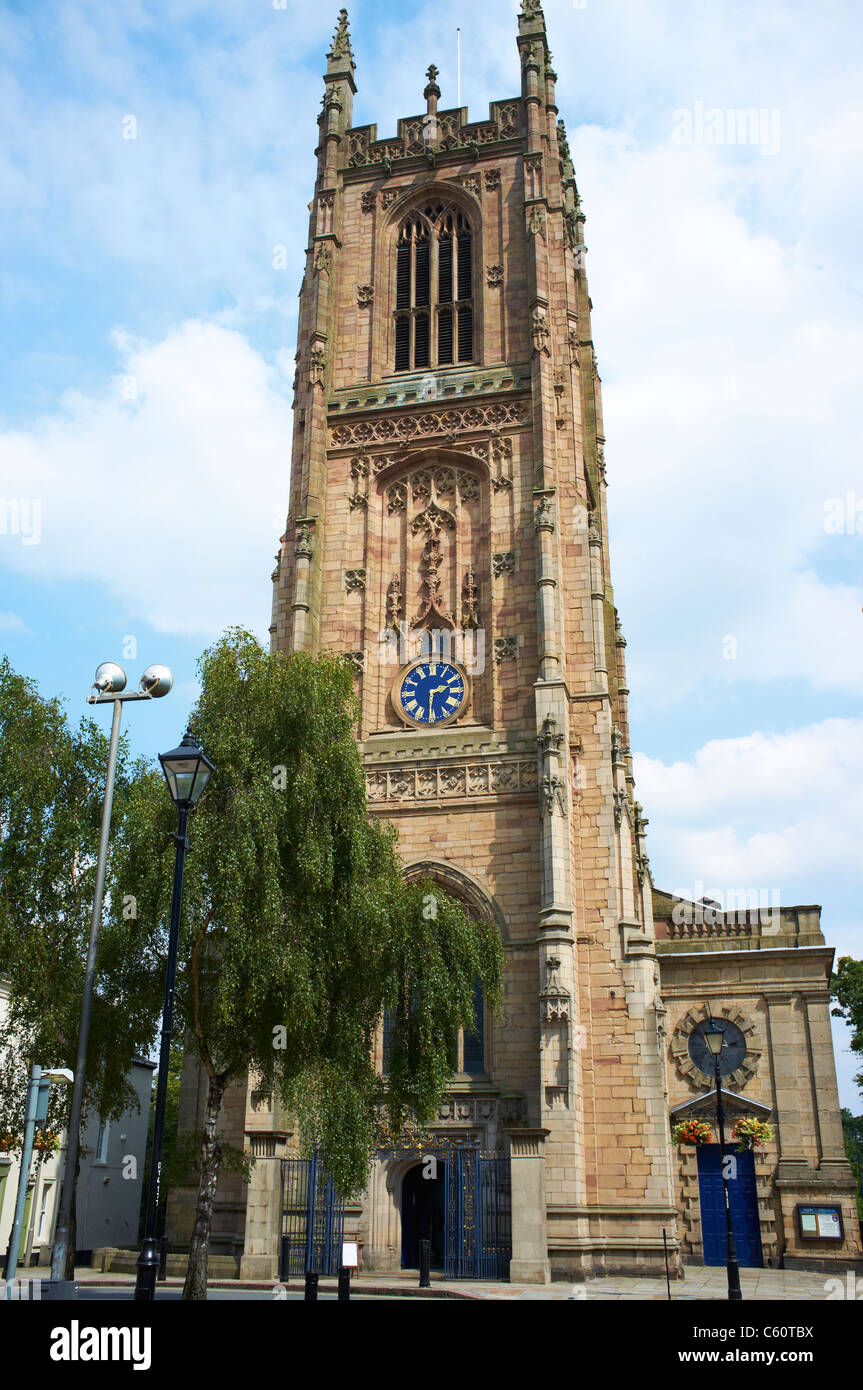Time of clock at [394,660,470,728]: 2:30
